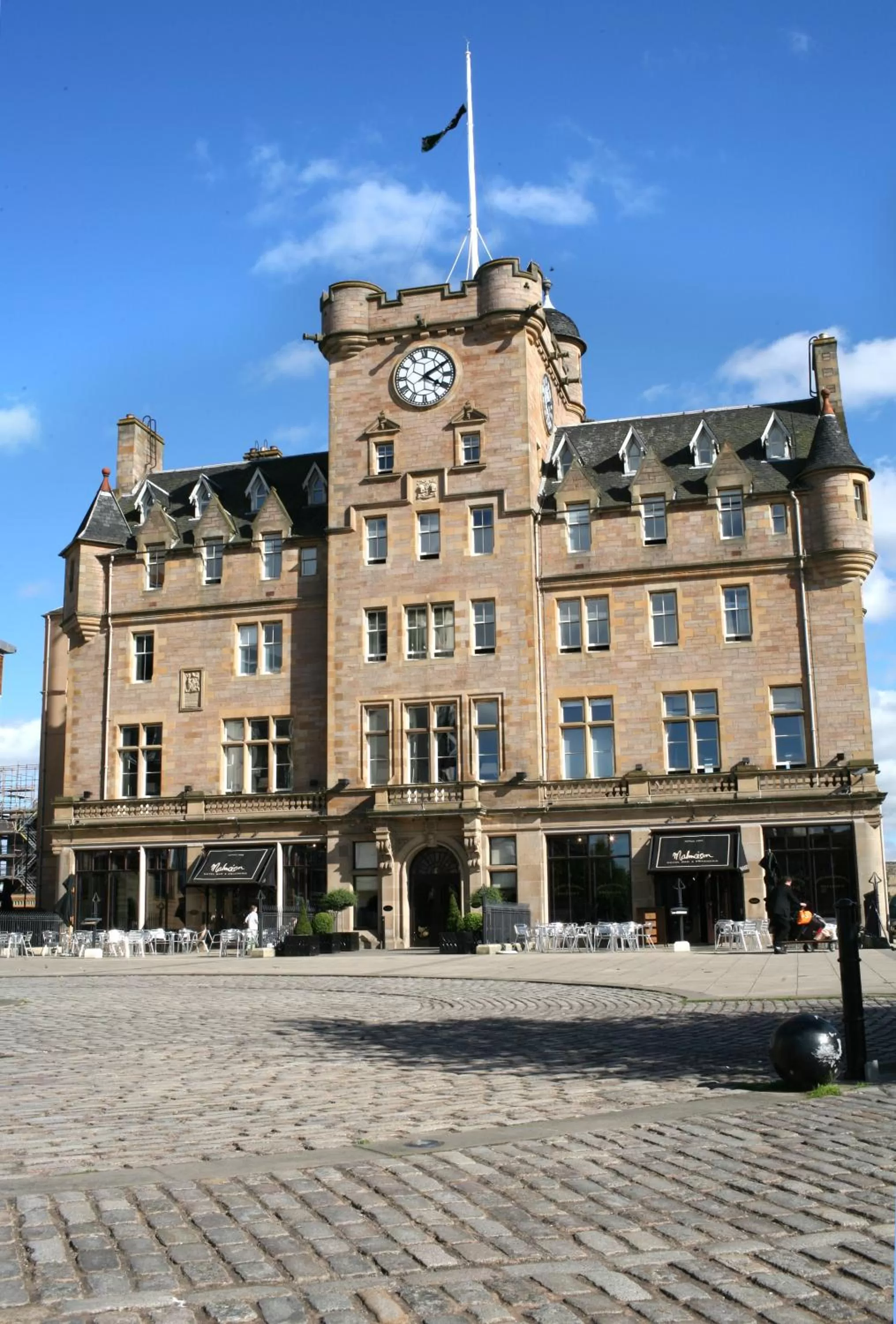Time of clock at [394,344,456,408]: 4:09
